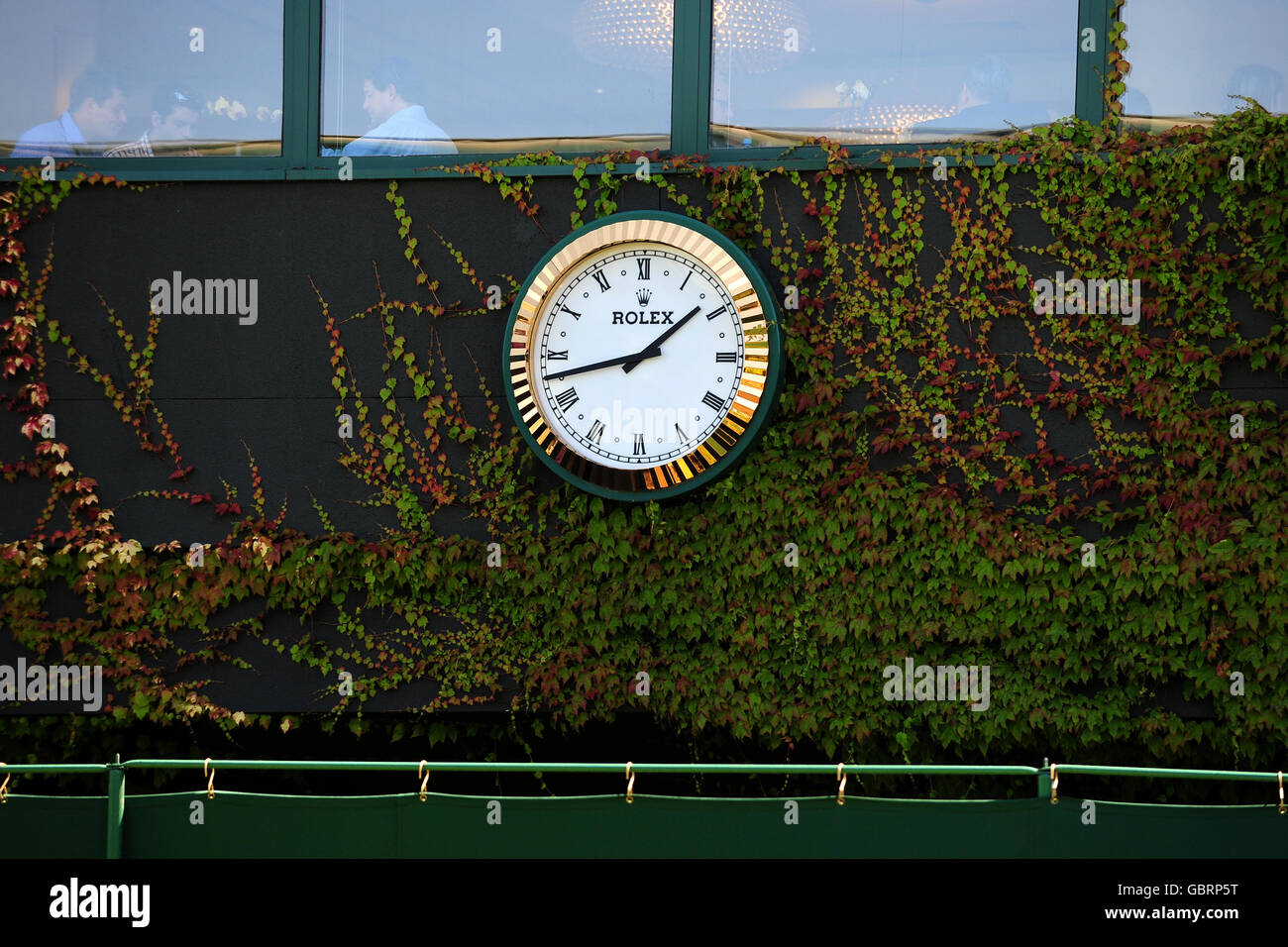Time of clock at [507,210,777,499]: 1:42
